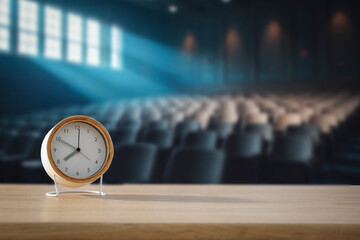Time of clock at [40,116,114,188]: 7:49
